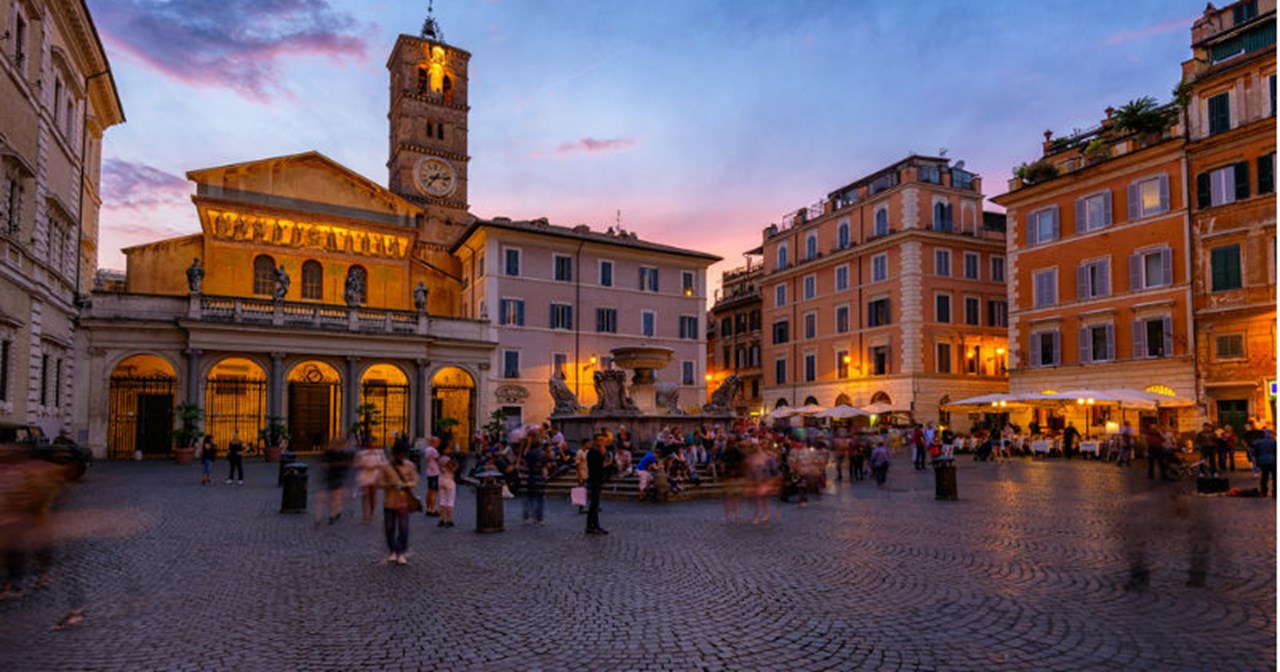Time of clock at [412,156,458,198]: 2:36
